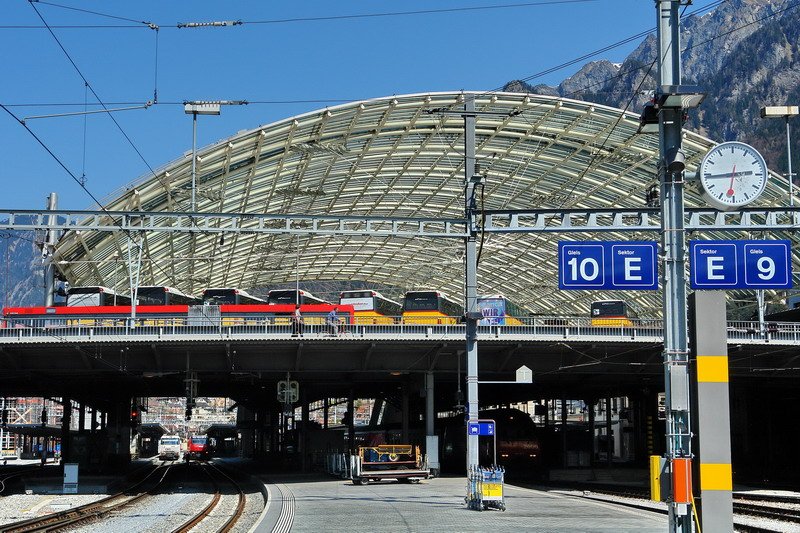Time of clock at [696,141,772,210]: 2:44
